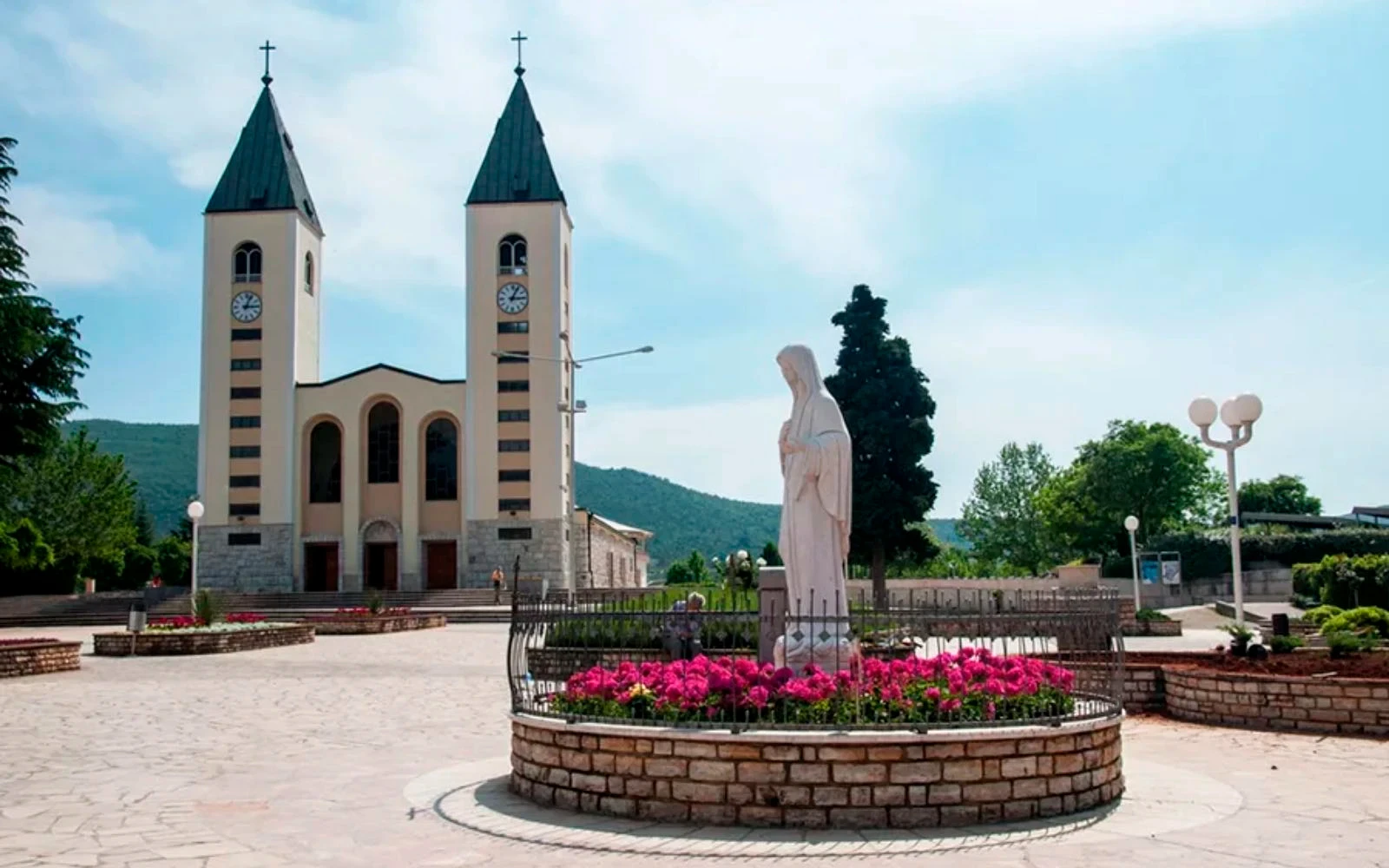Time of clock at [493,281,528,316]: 3:04
